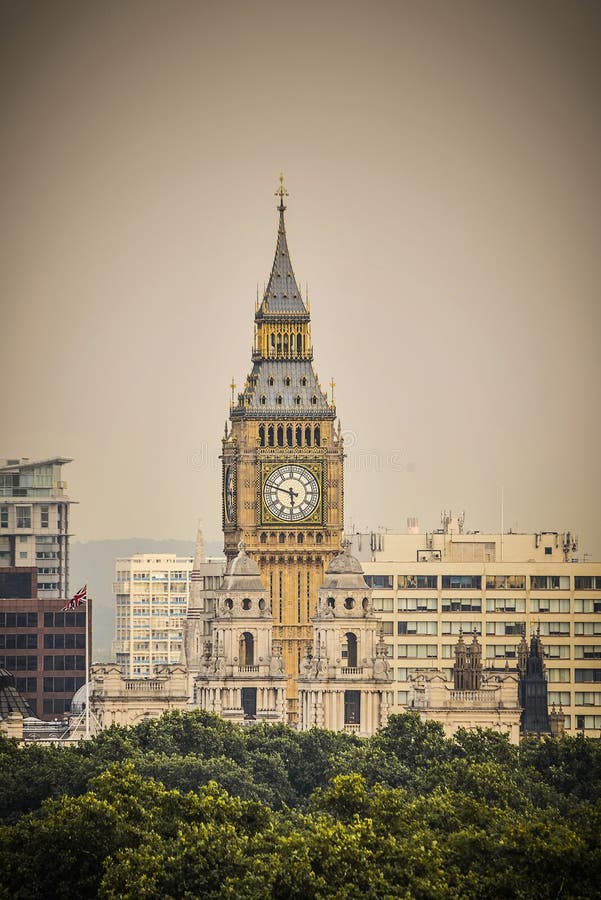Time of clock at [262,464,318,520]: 5:47
